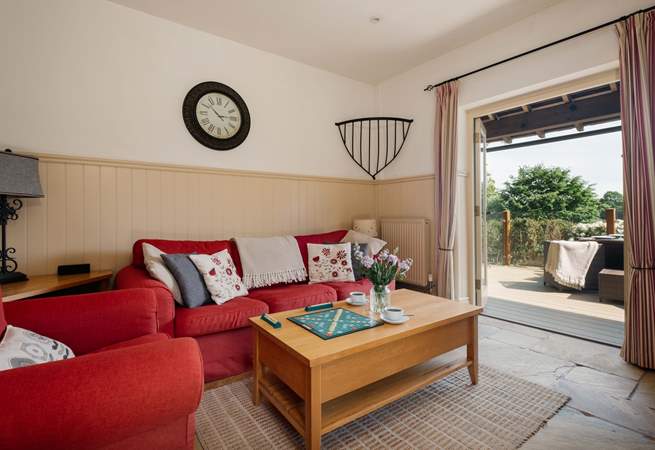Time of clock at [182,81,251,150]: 10:14
